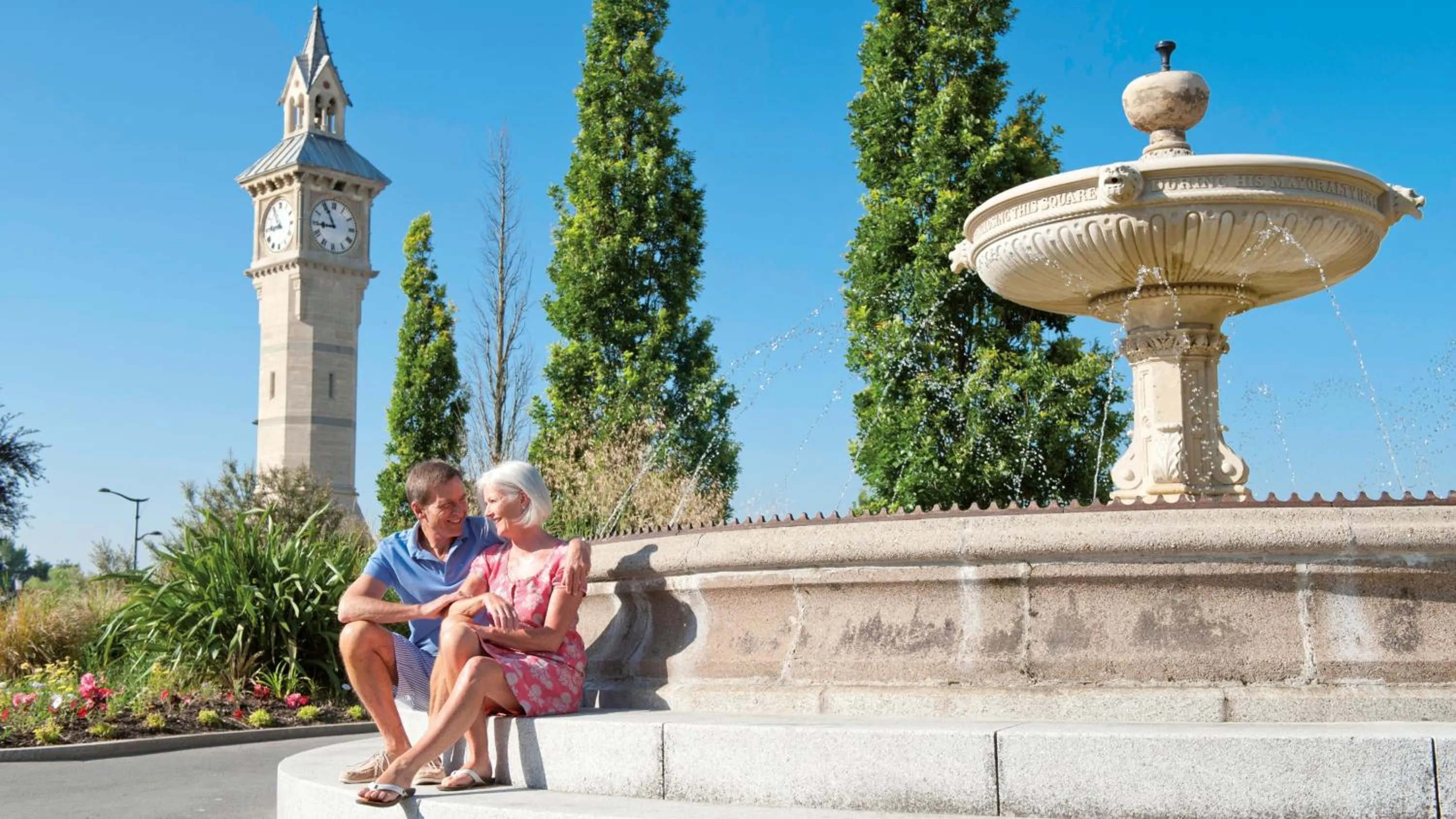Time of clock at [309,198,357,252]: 8:55
